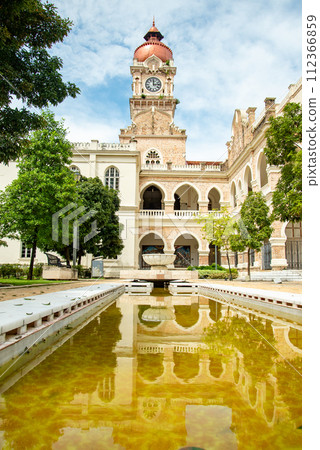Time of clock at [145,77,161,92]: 12:13
